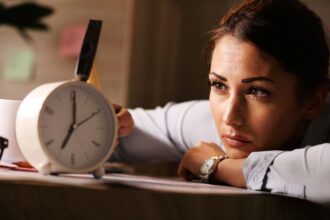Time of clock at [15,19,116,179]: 7:00
